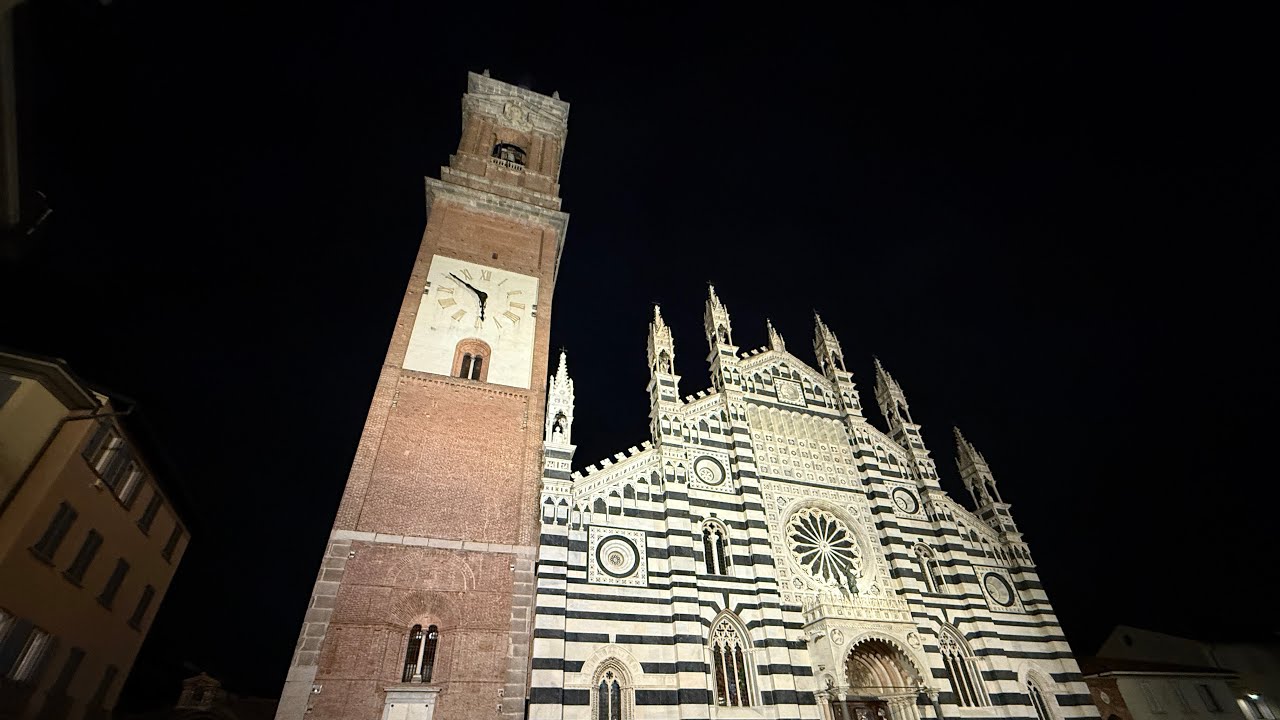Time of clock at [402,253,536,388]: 5:49
